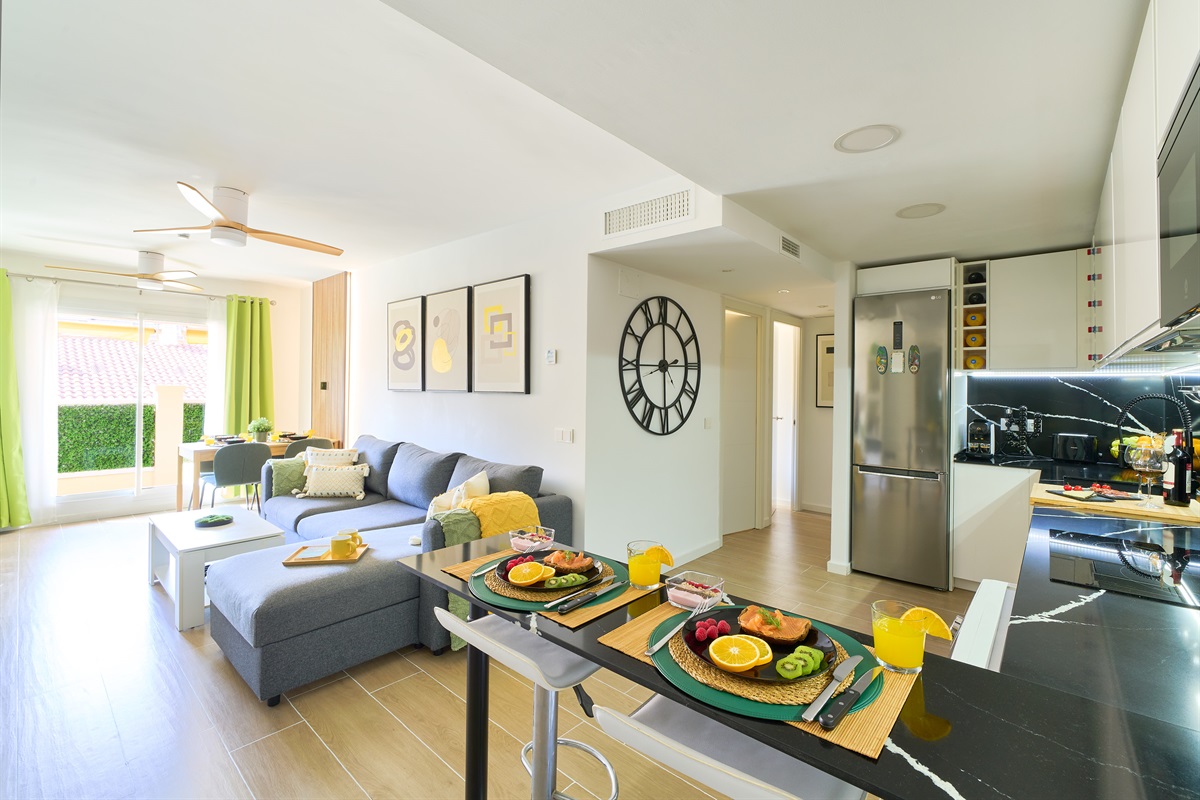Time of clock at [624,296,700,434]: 5:59
